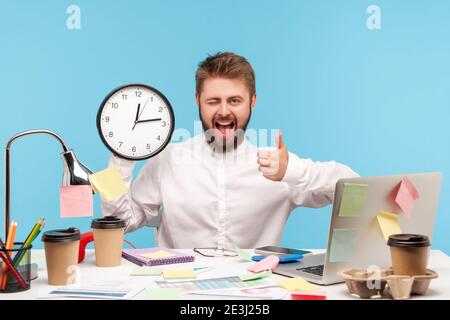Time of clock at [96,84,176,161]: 12:13
